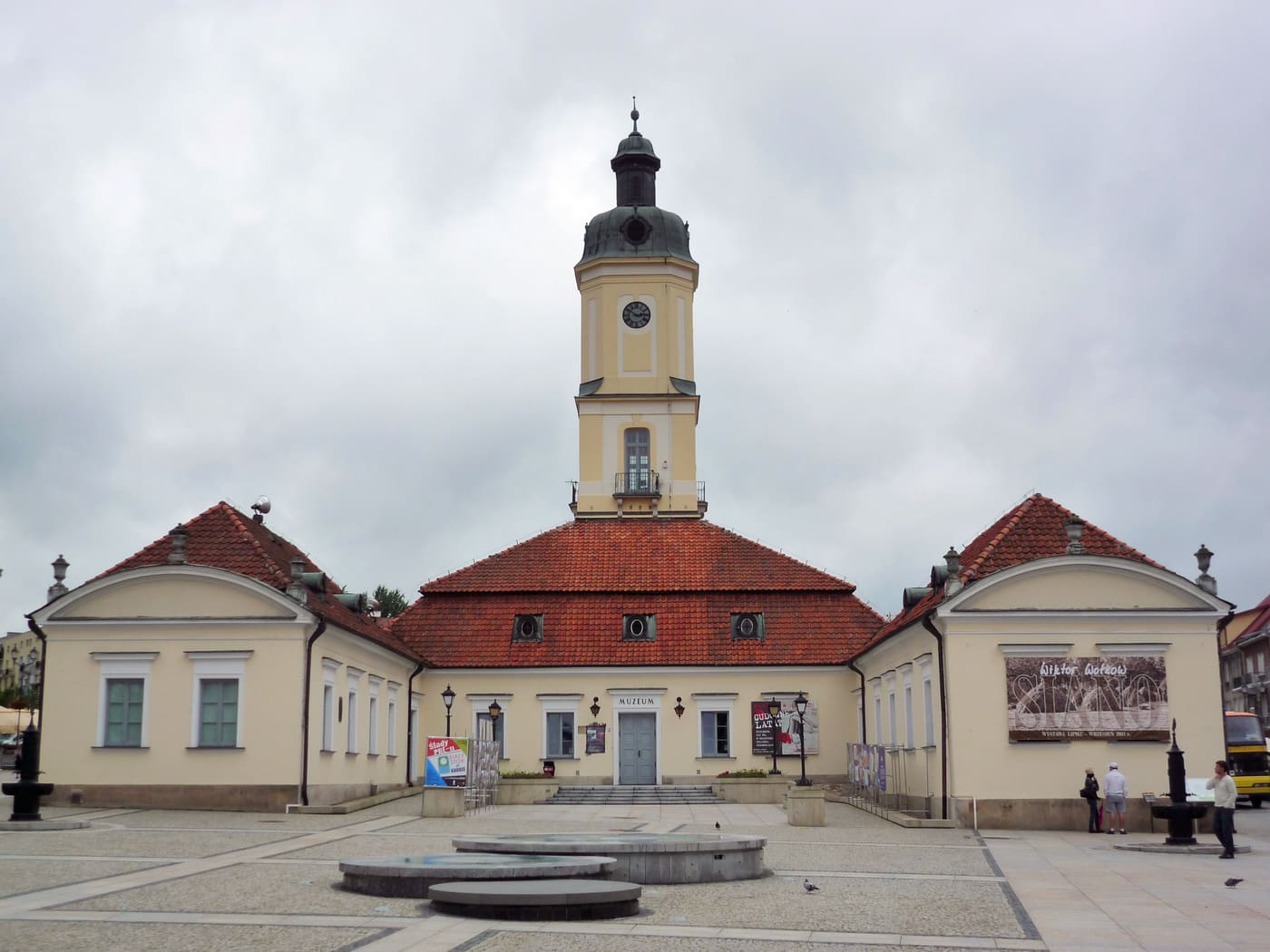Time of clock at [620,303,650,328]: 2:50
